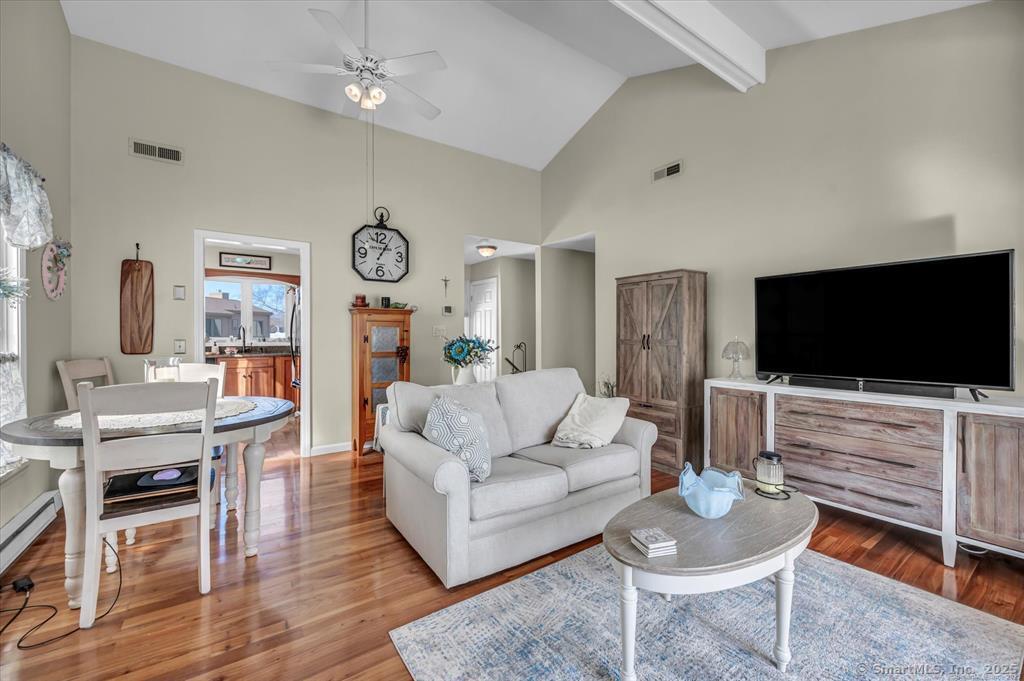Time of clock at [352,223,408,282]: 1:05
